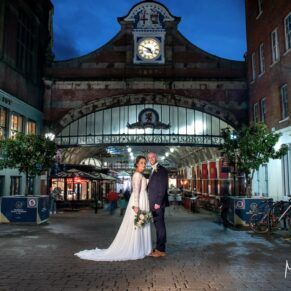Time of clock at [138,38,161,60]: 4:49
